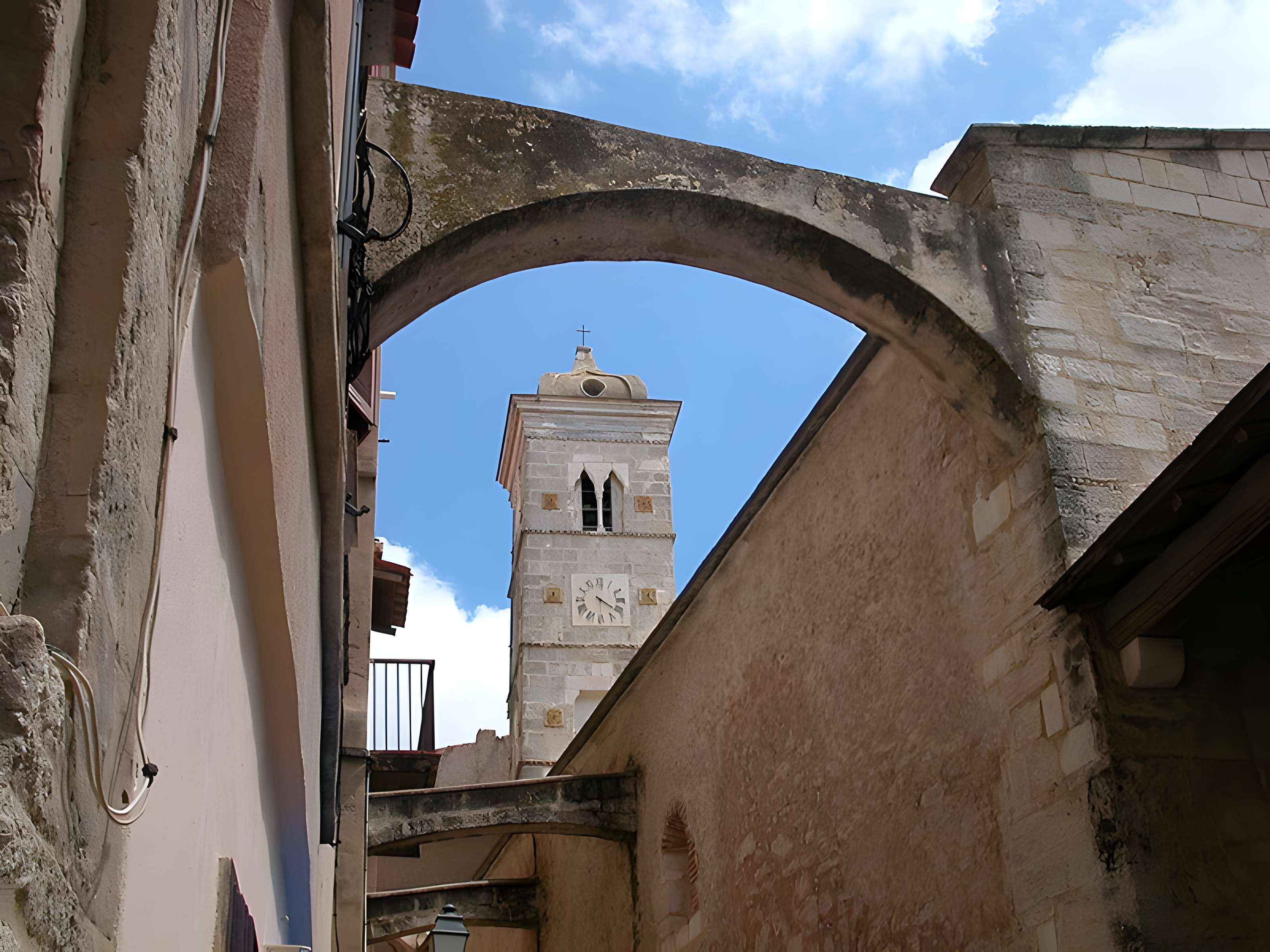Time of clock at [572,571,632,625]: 4:20
